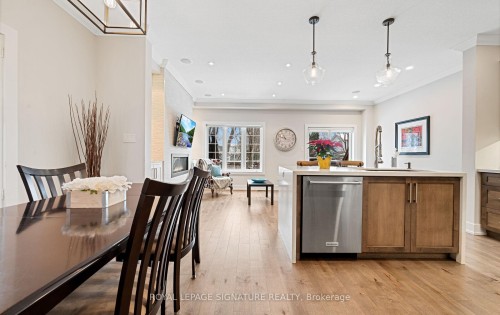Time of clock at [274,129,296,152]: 10:47
